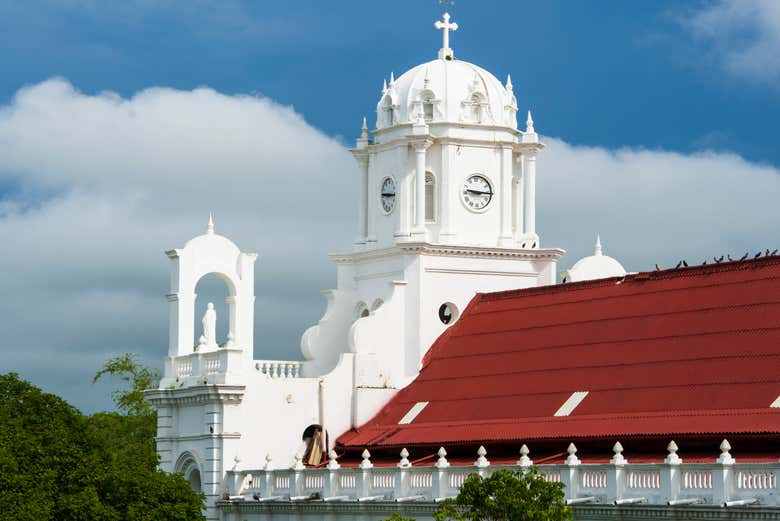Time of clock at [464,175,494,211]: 9:15
